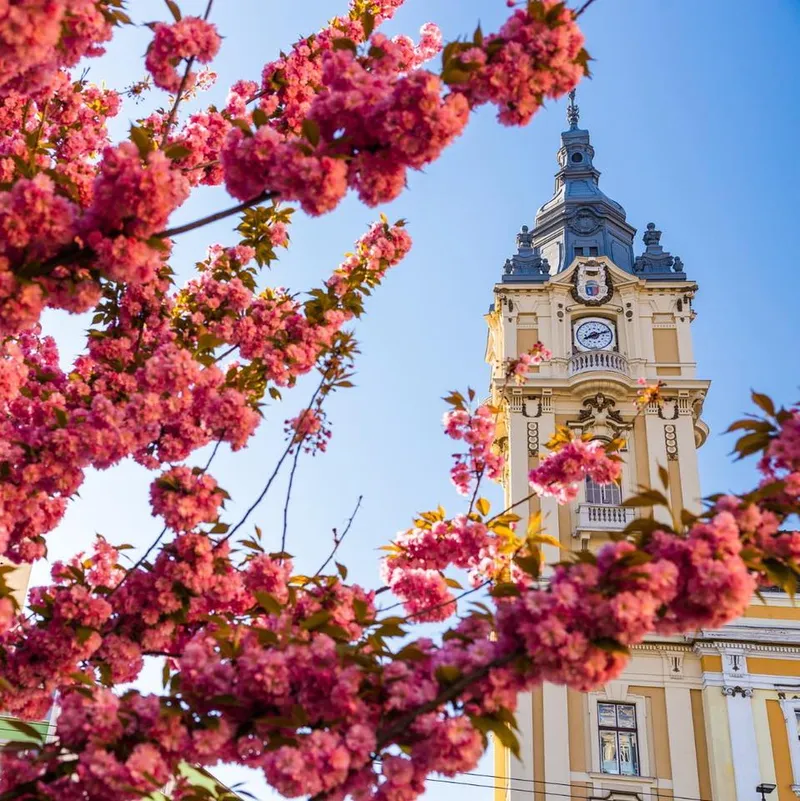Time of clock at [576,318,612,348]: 8:11
